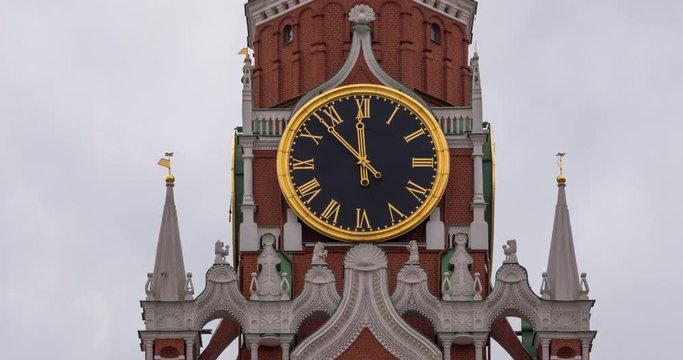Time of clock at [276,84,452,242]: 11:52
